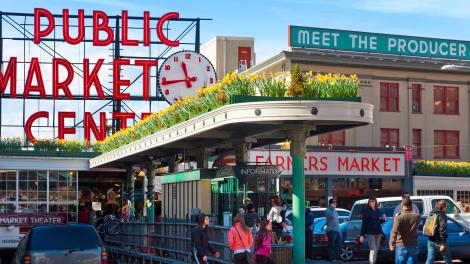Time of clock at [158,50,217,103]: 11:44
